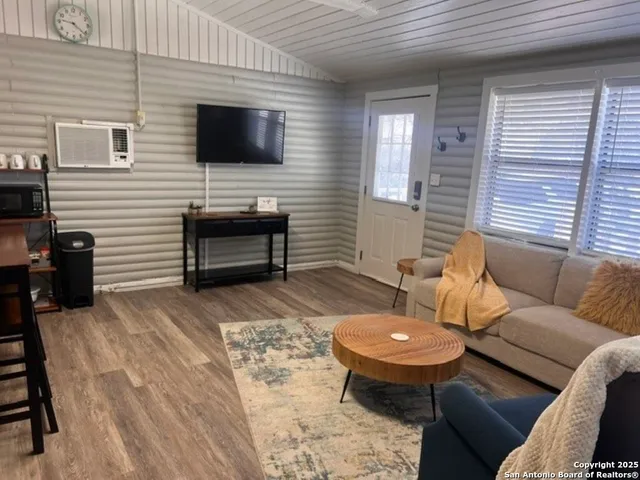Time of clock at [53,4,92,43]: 9:21
